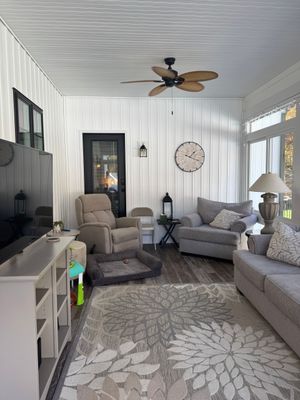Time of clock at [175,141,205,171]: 1:18
